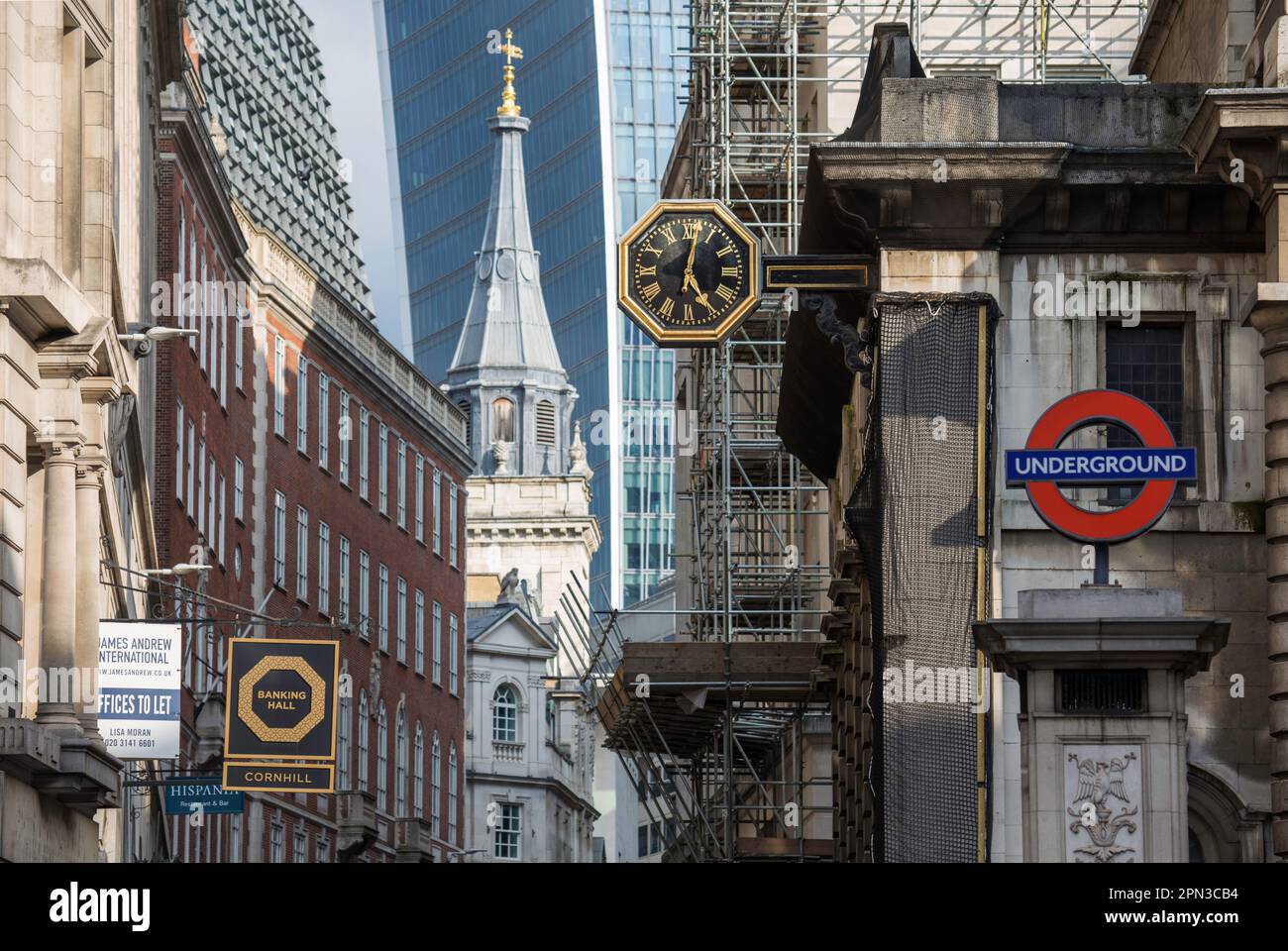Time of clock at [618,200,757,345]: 5:01
